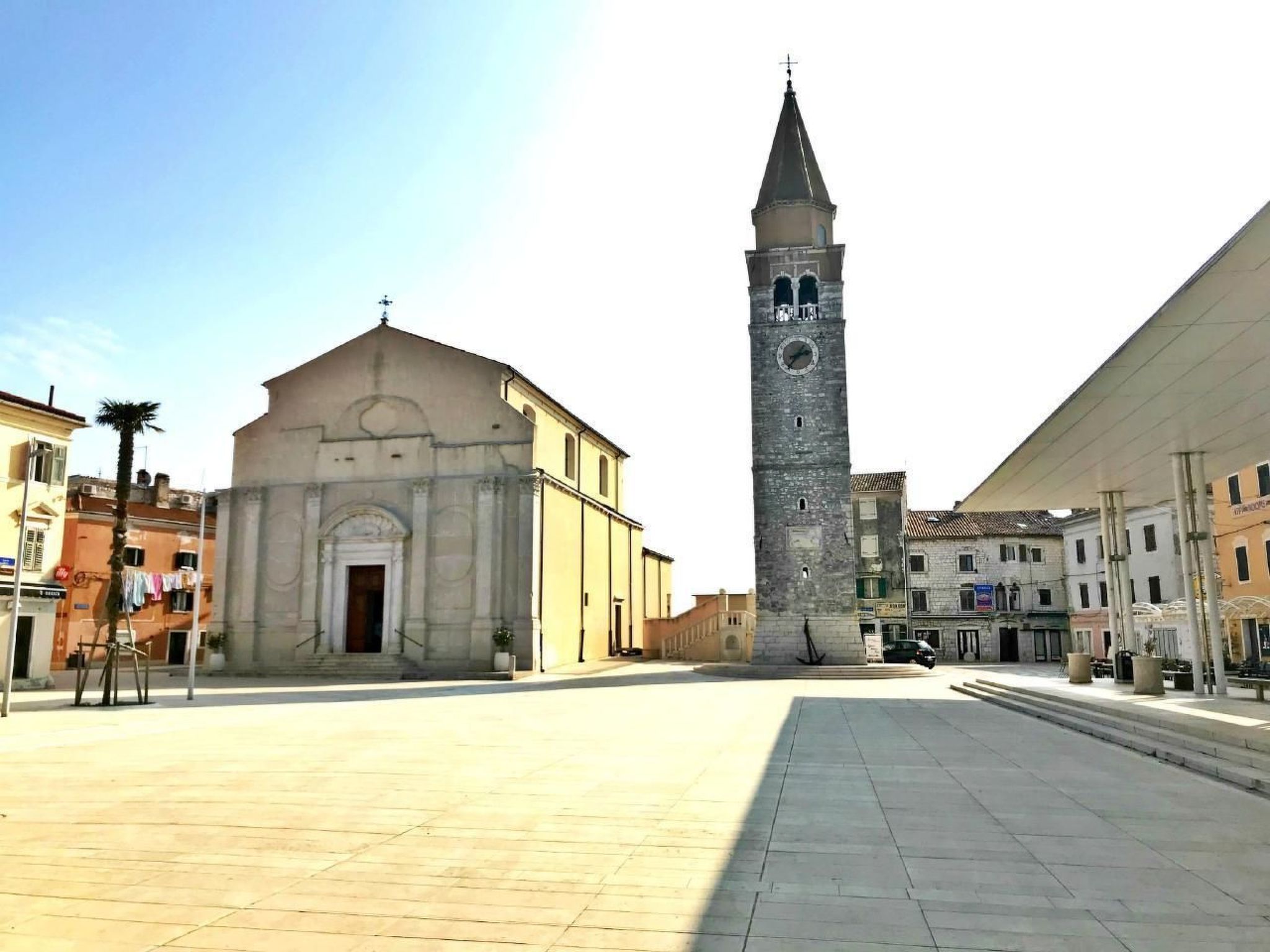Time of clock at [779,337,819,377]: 2:36
